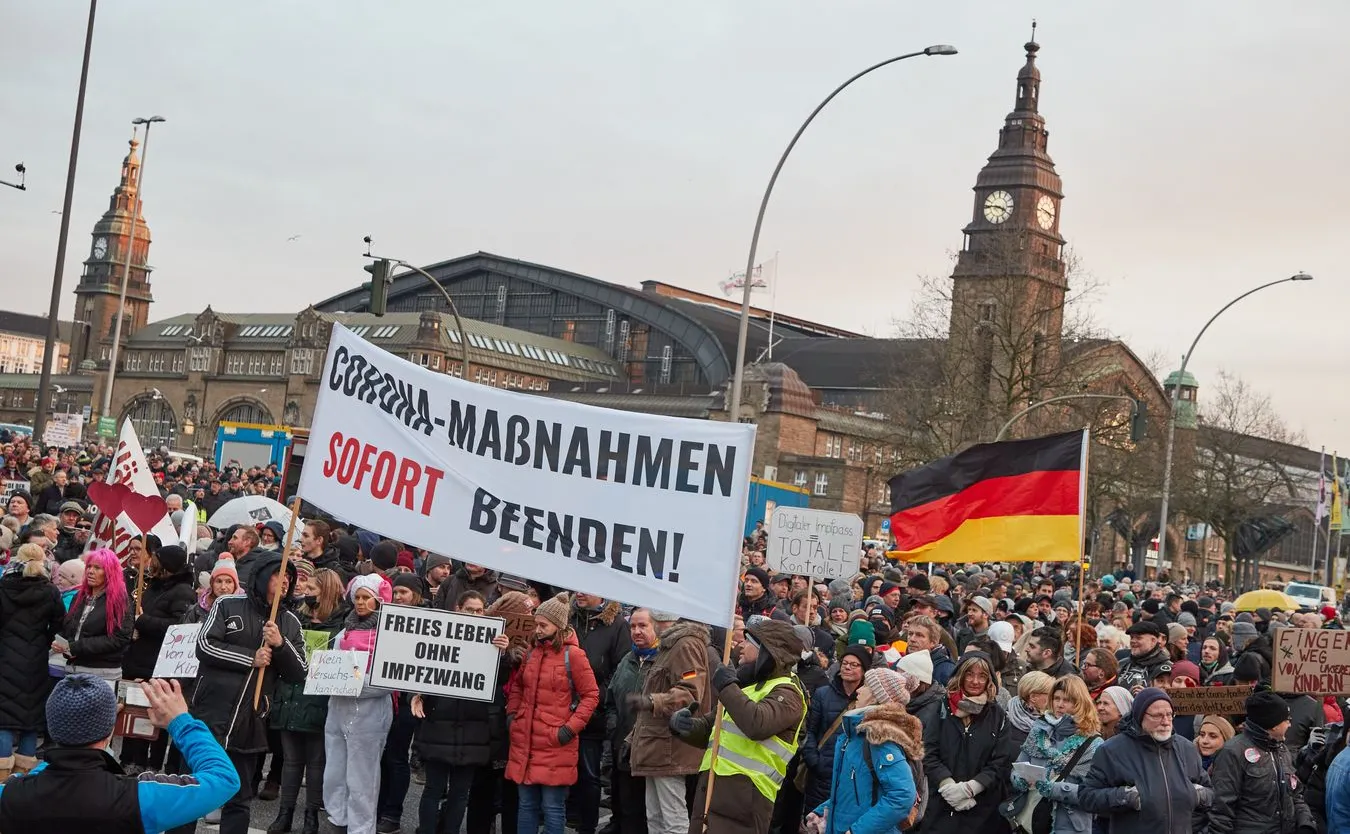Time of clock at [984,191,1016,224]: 3:46
